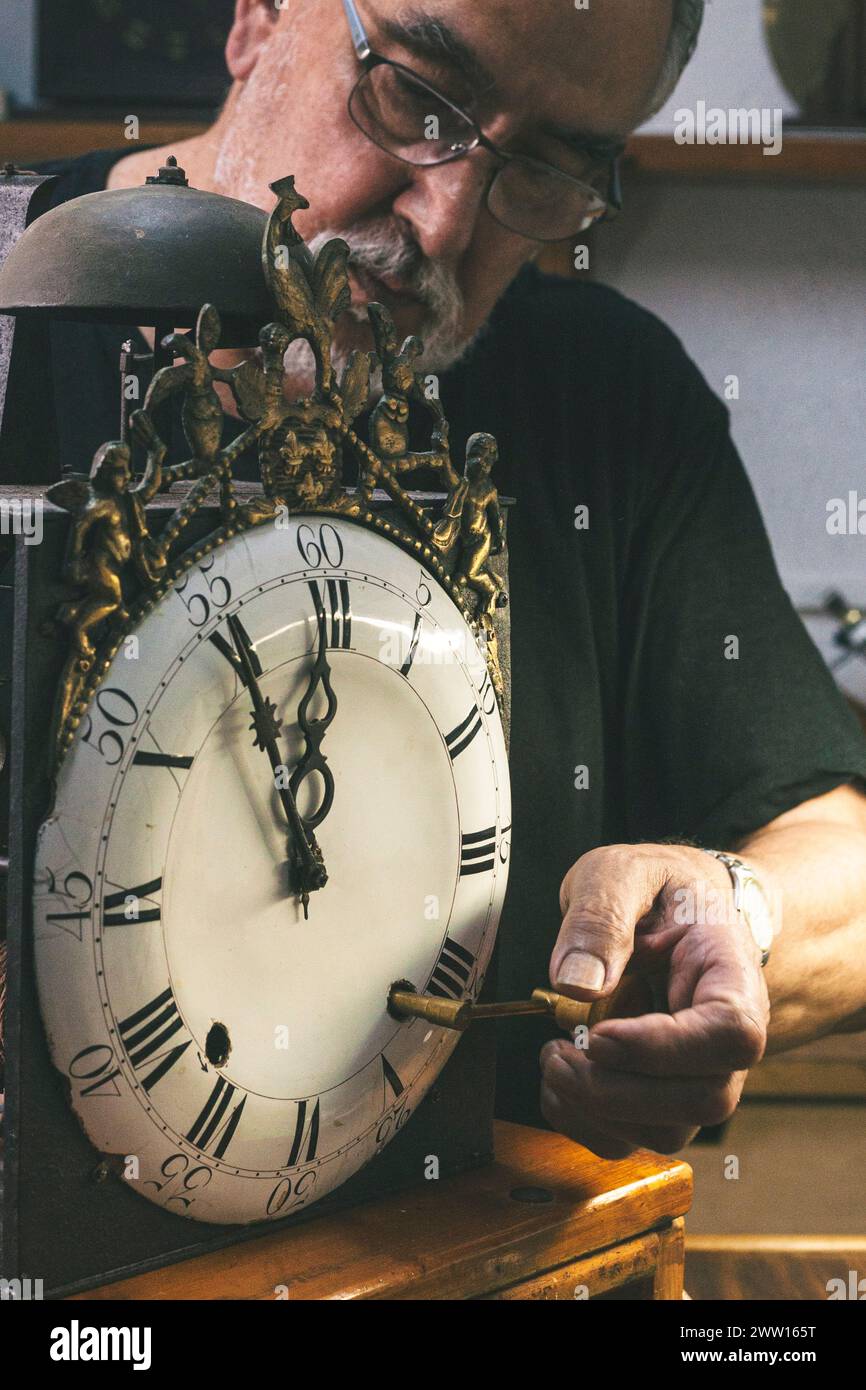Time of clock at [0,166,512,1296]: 11:55
